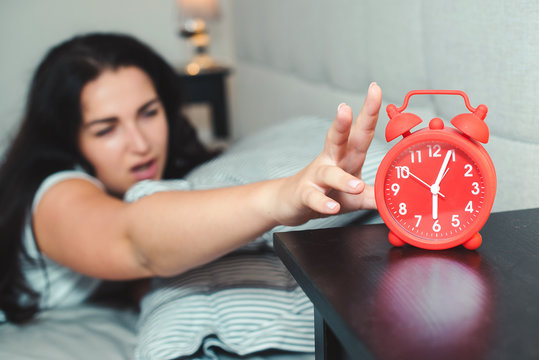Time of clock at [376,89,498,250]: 6:03
